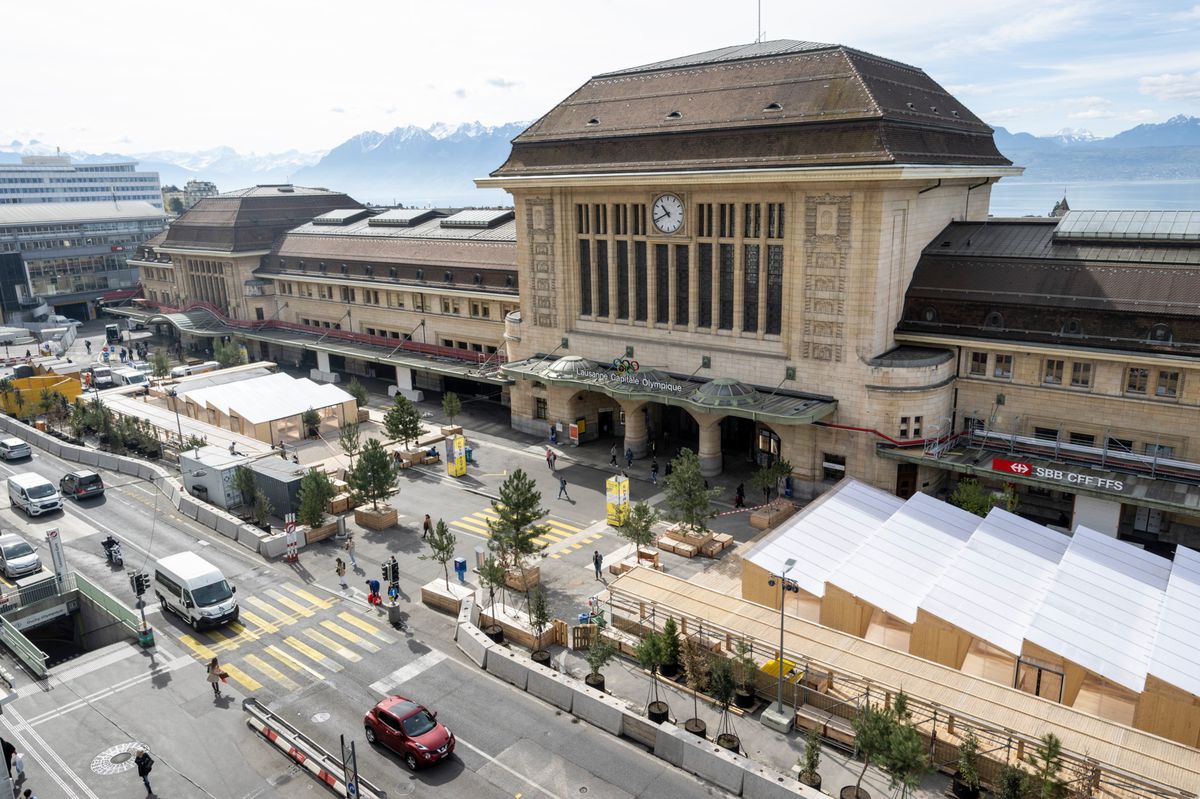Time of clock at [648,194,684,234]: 10:41
